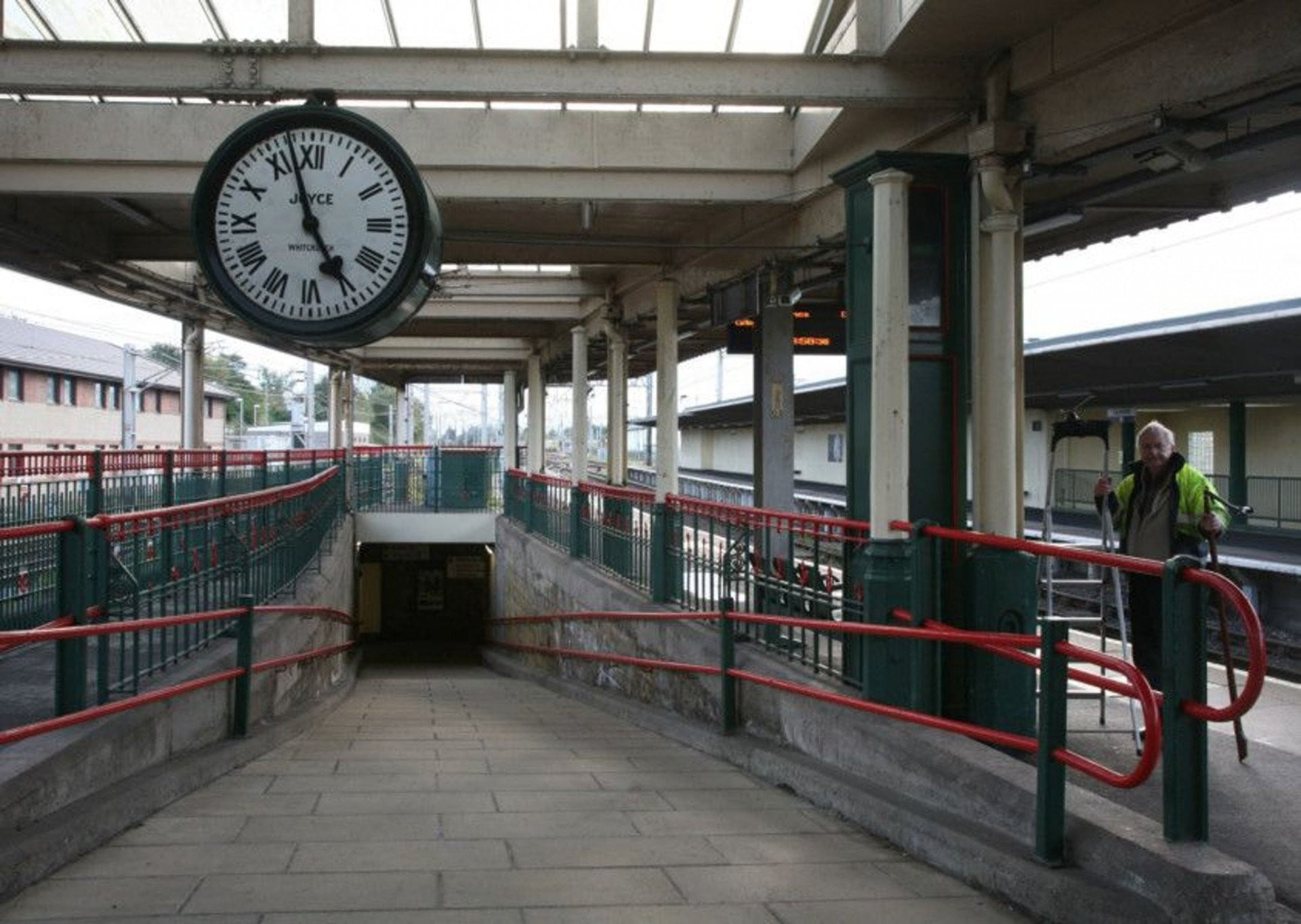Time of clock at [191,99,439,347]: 4:57
